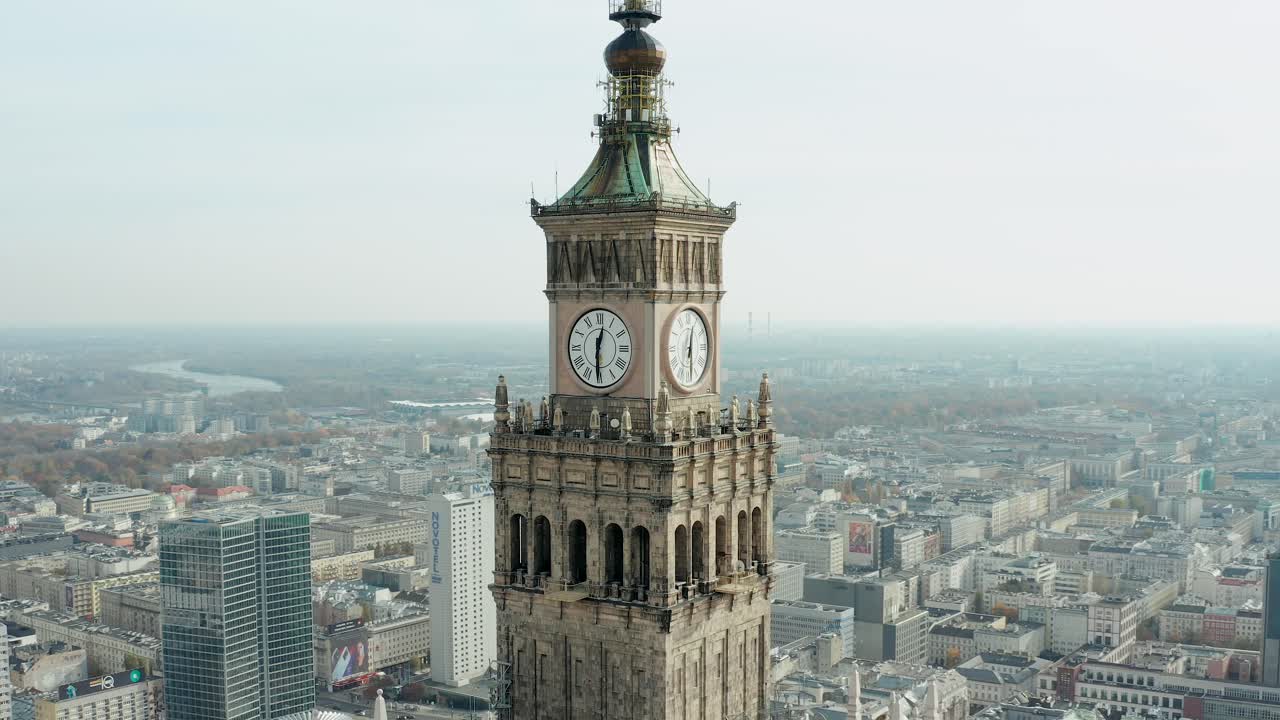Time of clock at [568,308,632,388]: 12:30
